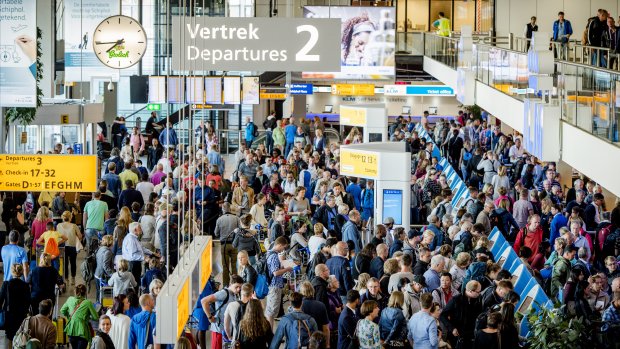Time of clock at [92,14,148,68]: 7:44
